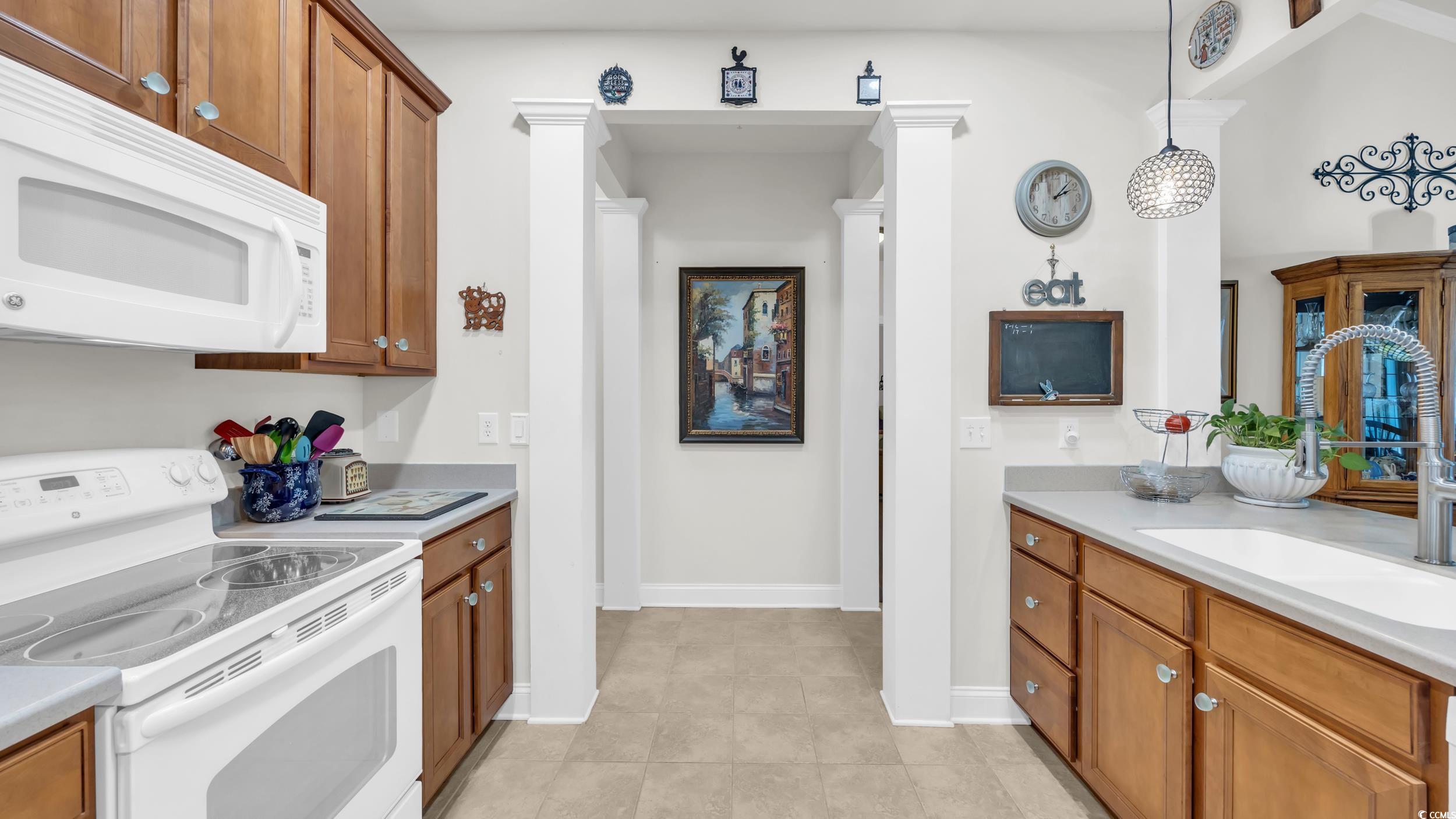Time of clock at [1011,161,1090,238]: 2:07
